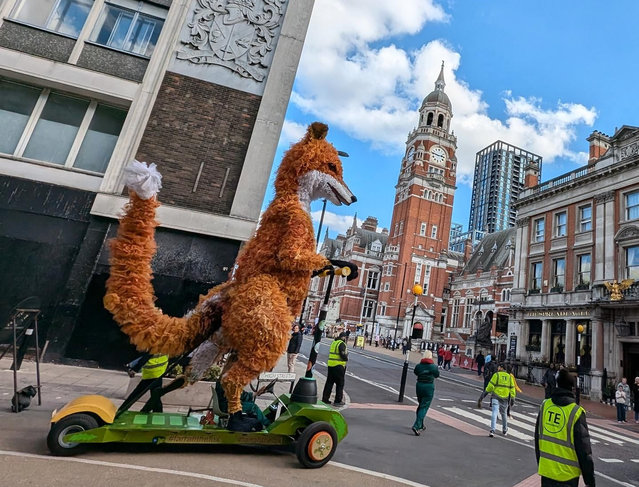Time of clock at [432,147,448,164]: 2:46
